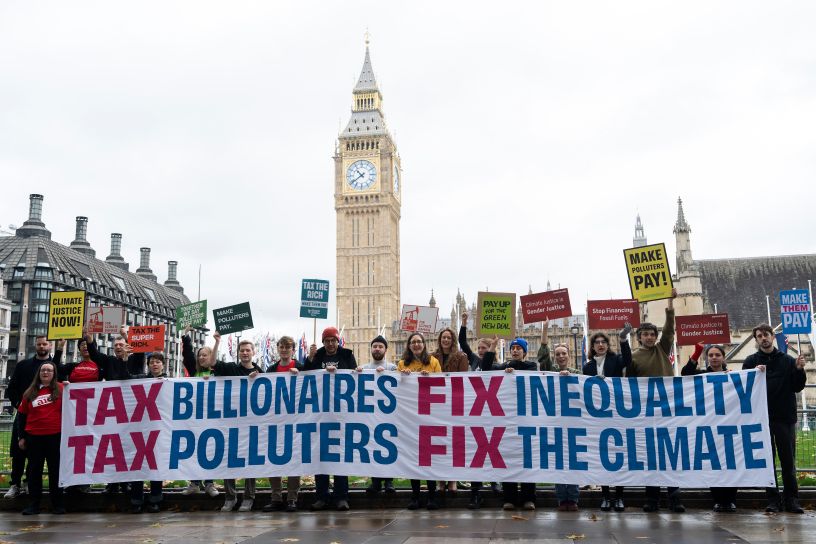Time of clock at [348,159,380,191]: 10:39
